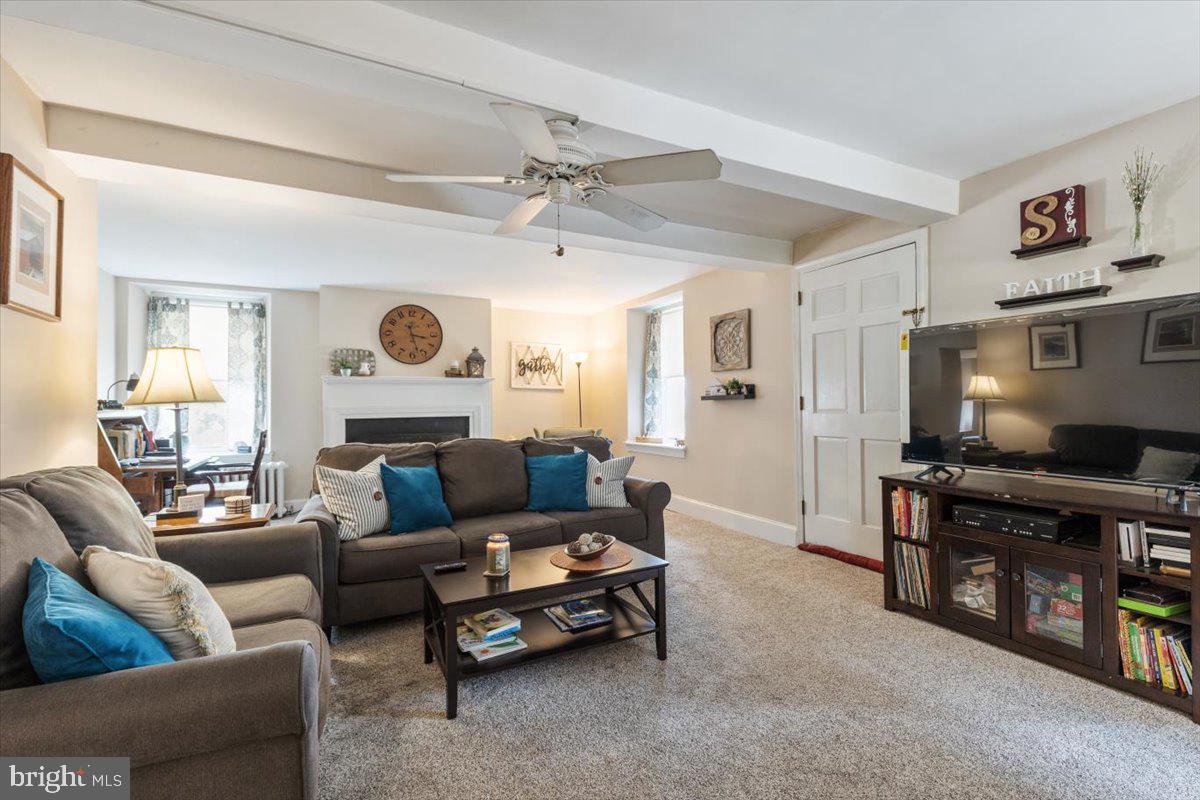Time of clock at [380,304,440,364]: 3:27
